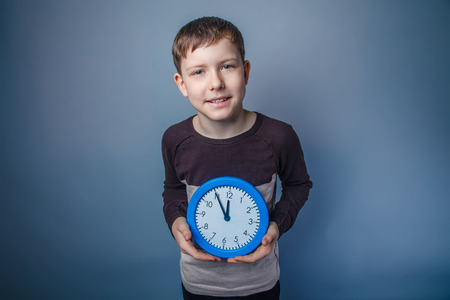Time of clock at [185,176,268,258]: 11:54
